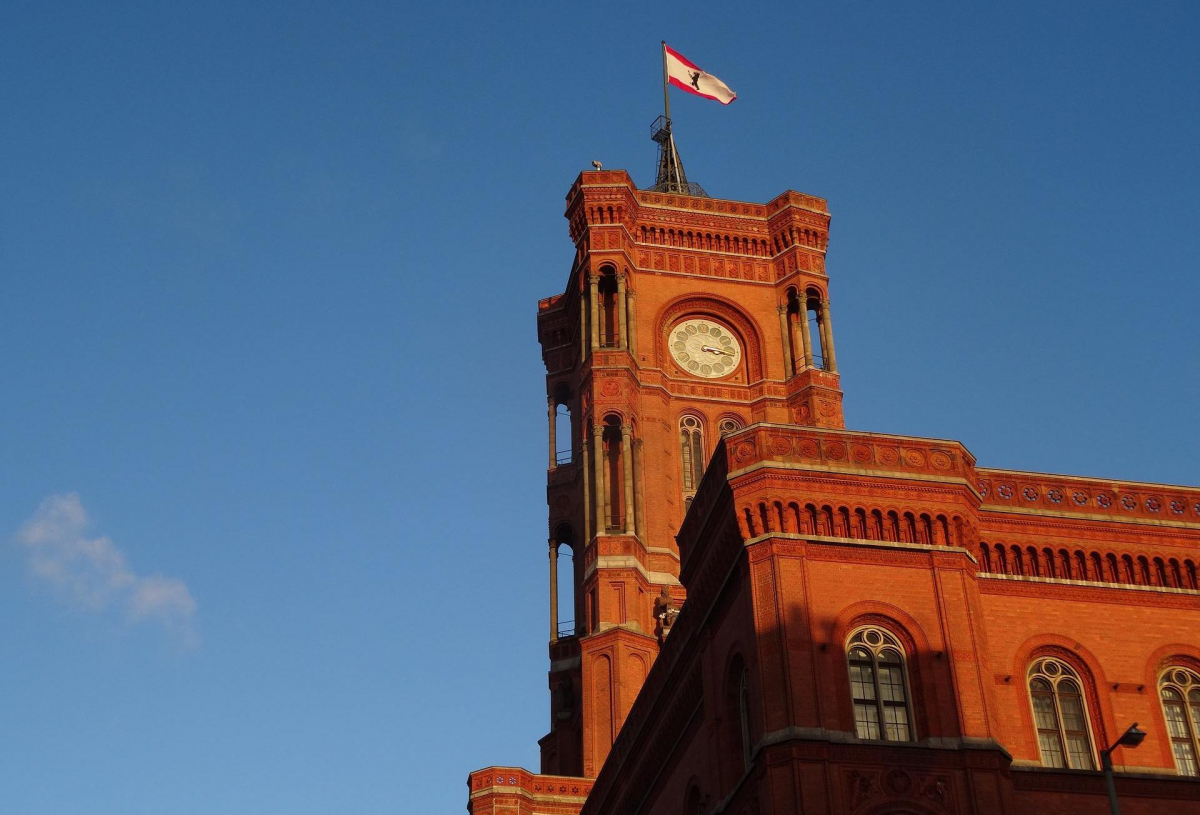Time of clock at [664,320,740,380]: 3:17
